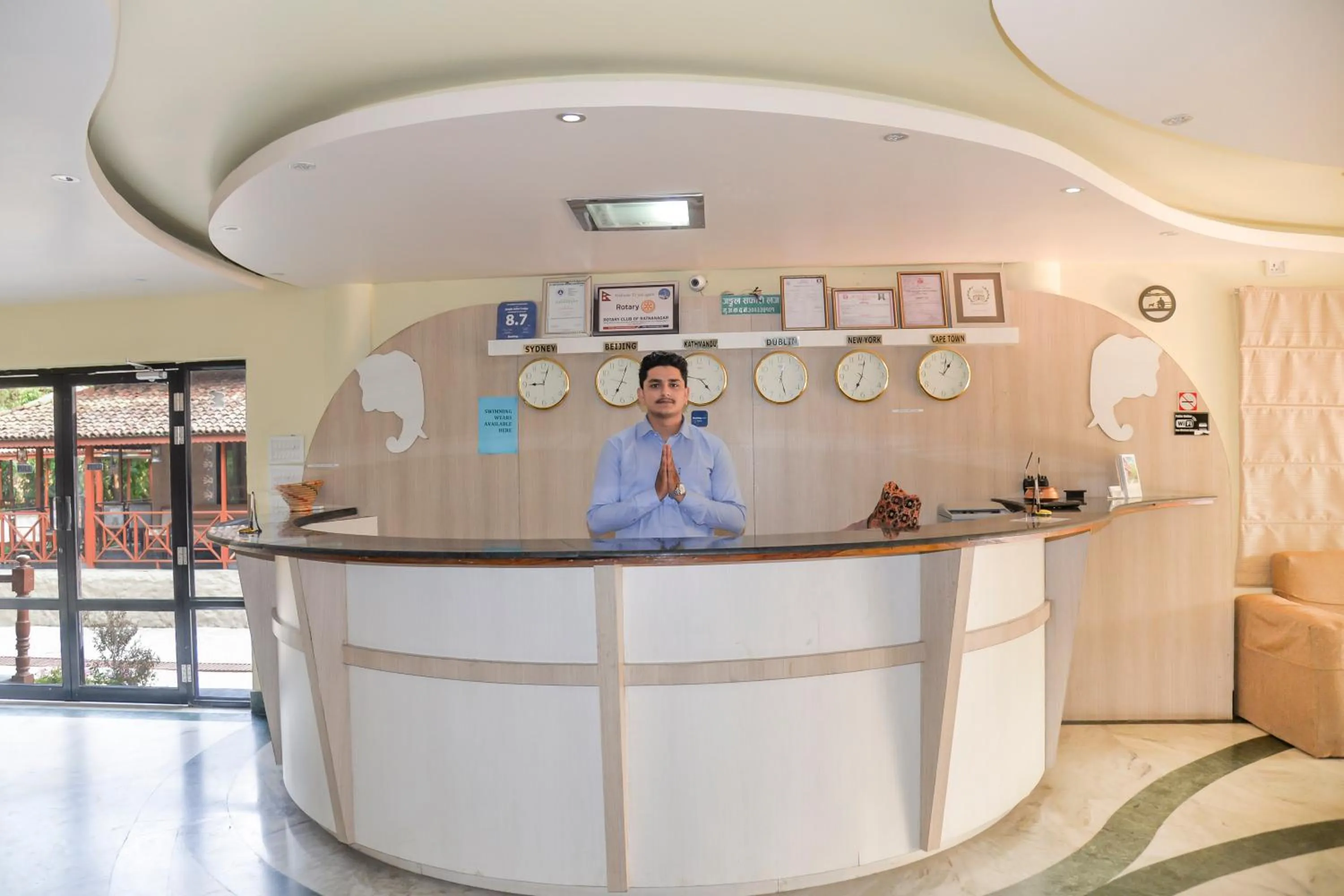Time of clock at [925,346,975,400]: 1:02
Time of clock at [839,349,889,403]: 7:02
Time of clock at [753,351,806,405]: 12:27
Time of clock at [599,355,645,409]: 7:03
